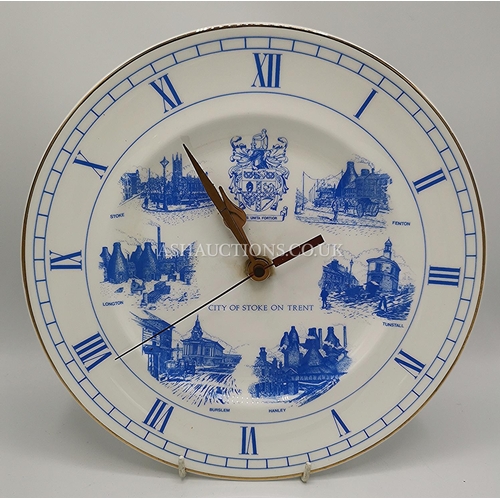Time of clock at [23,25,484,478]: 1:54
